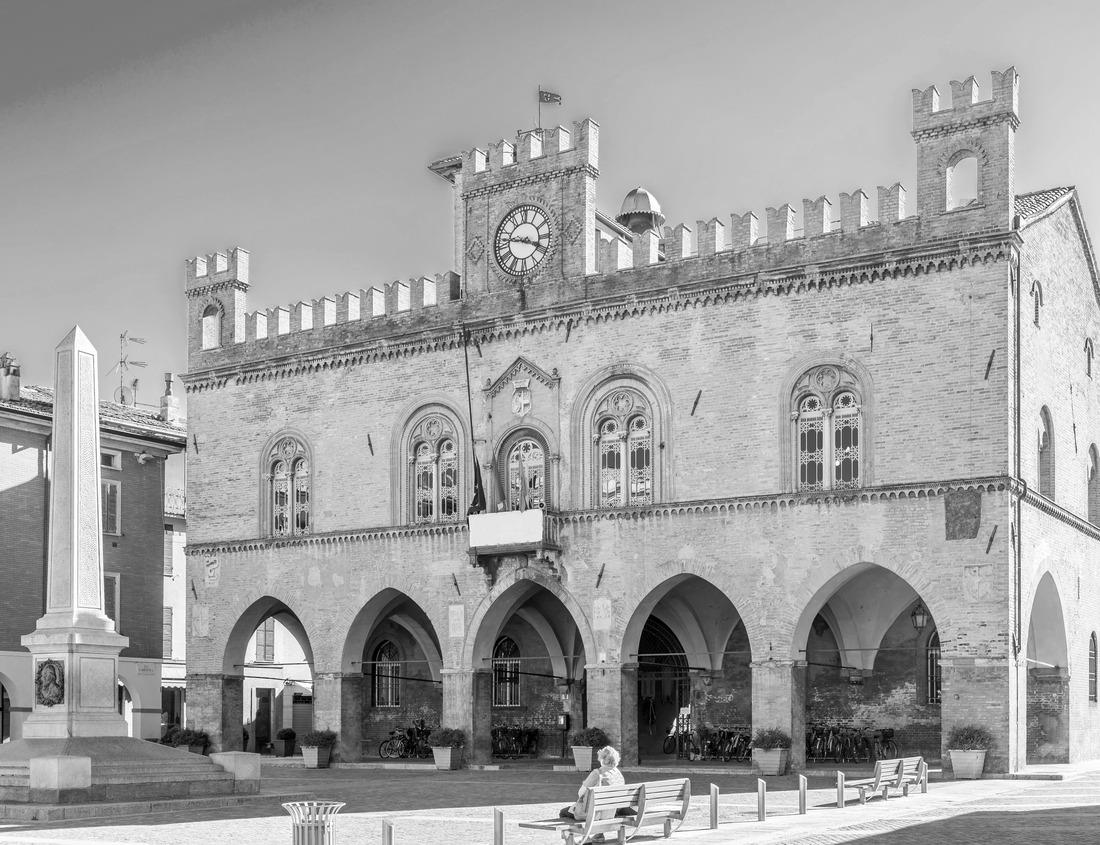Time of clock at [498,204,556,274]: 3:46
